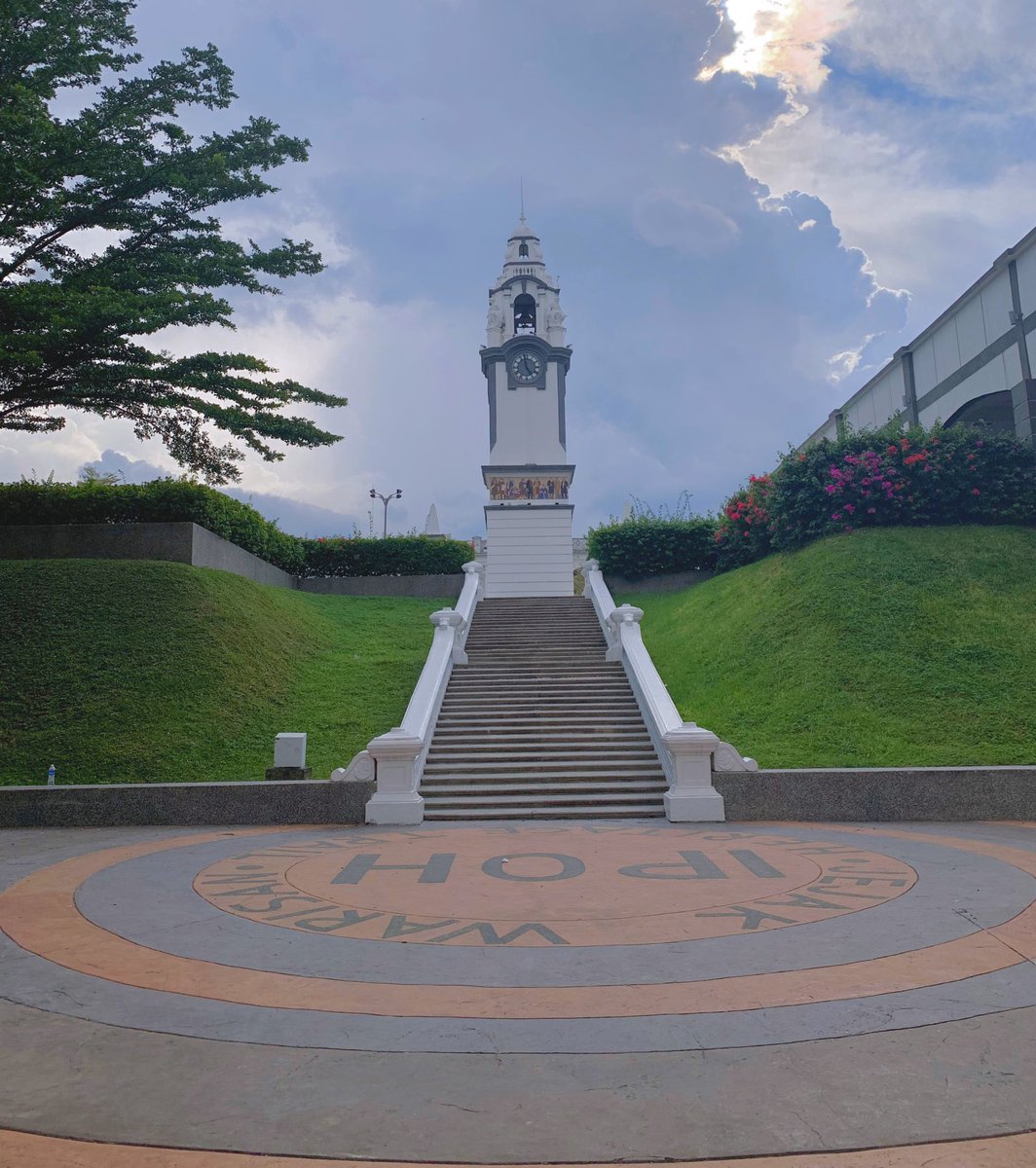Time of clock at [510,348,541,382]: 4:58
